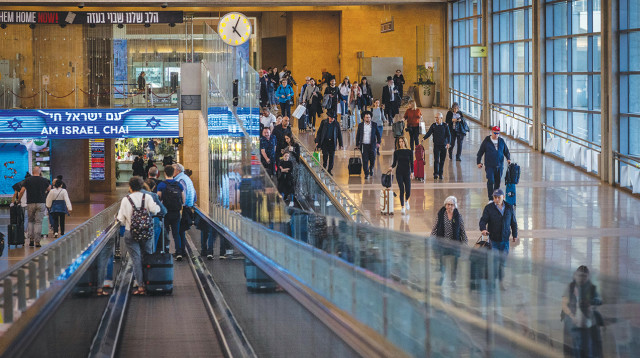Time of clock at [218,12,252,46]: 5:05
